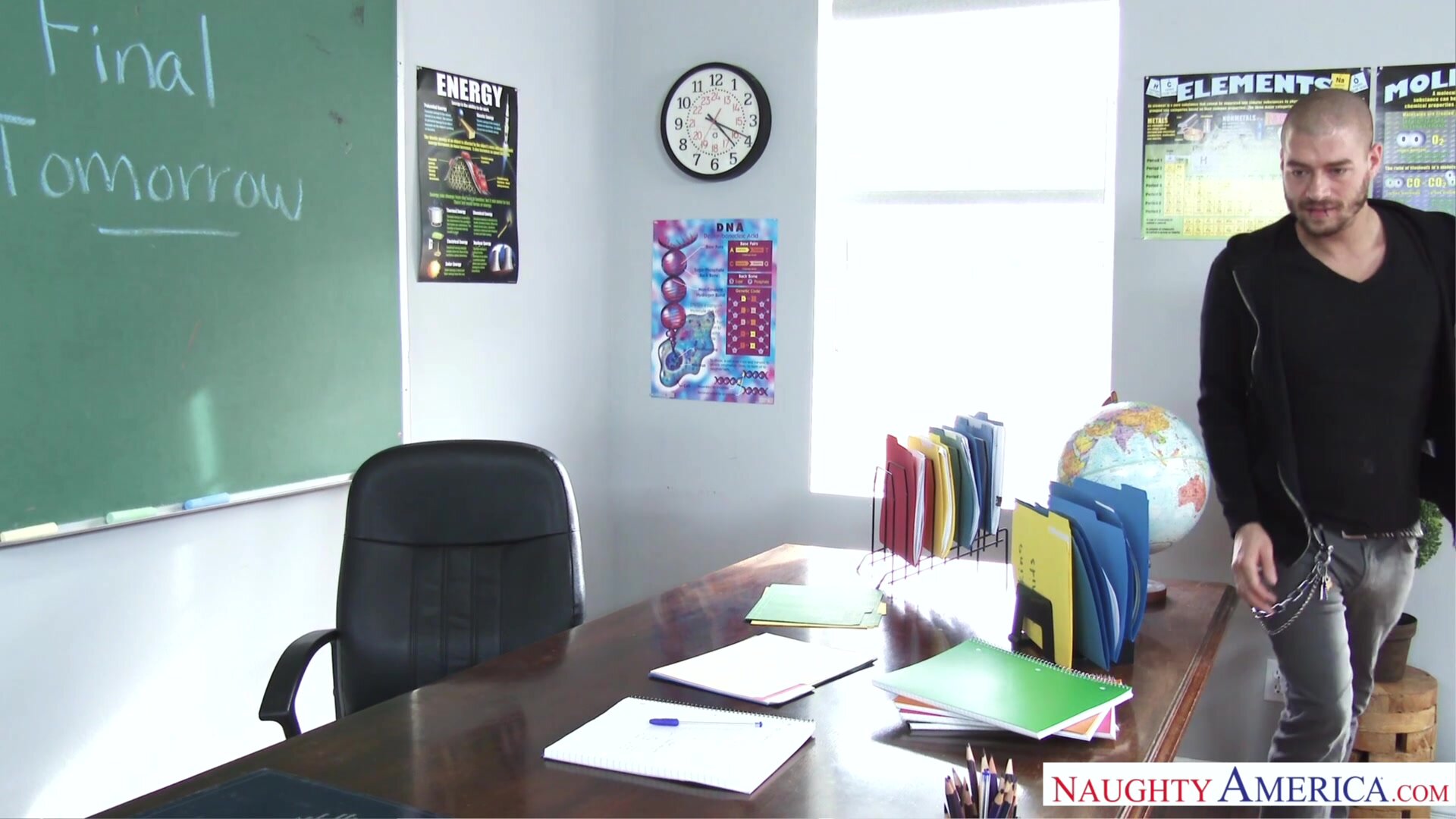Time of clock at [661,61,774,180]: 4:18
